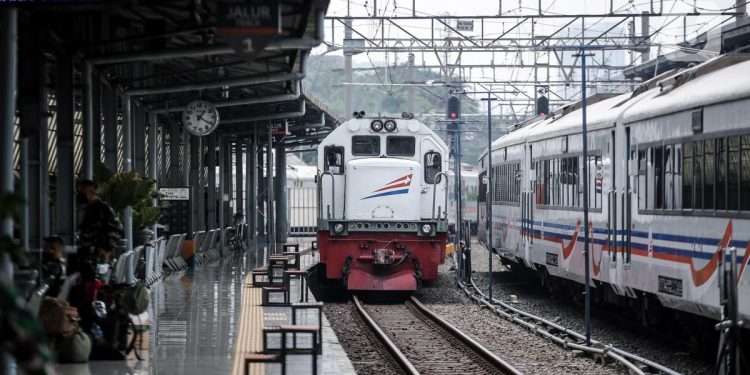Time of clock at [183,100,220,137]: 1:20
